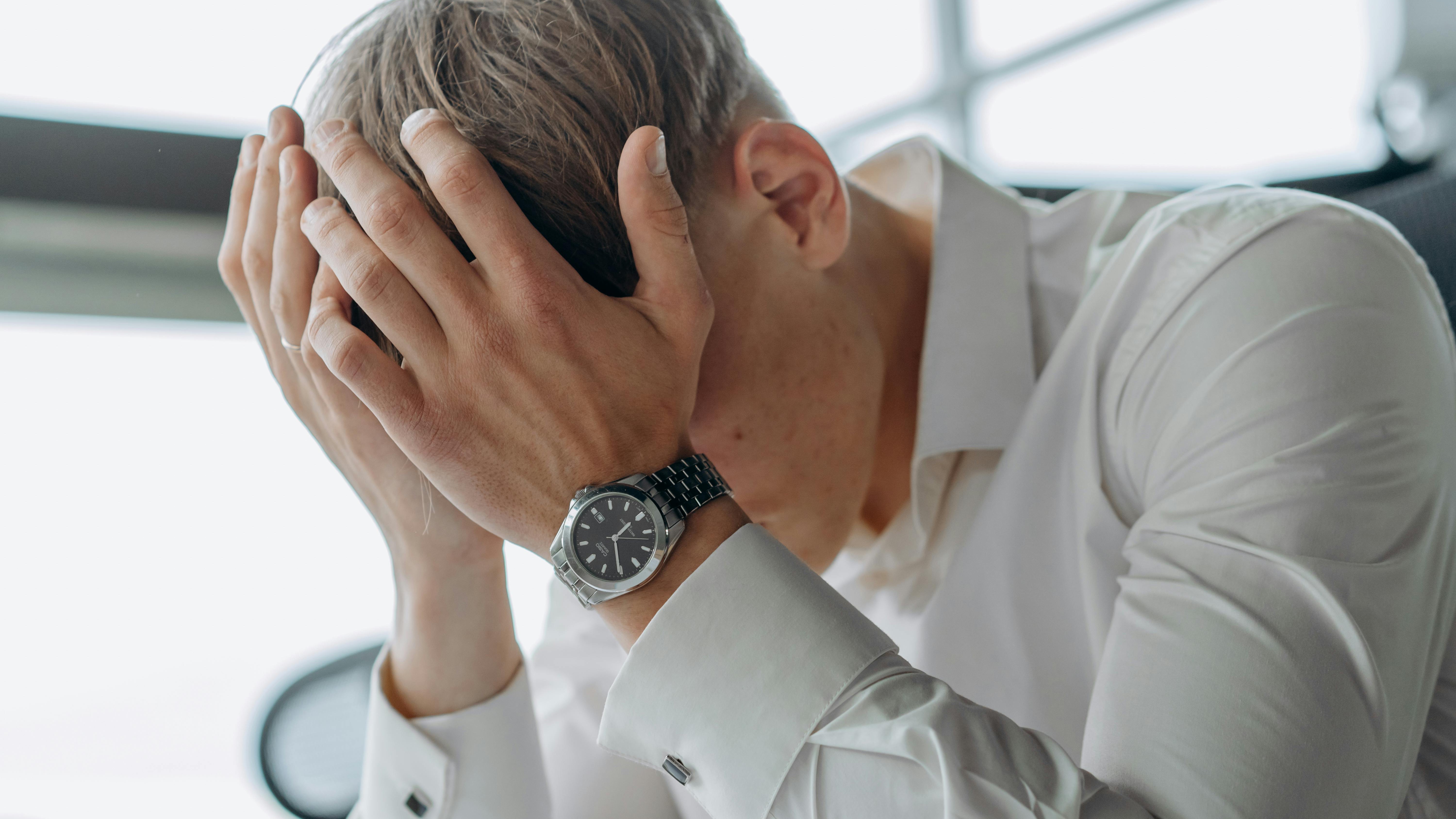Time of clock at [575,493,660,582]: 1:30
